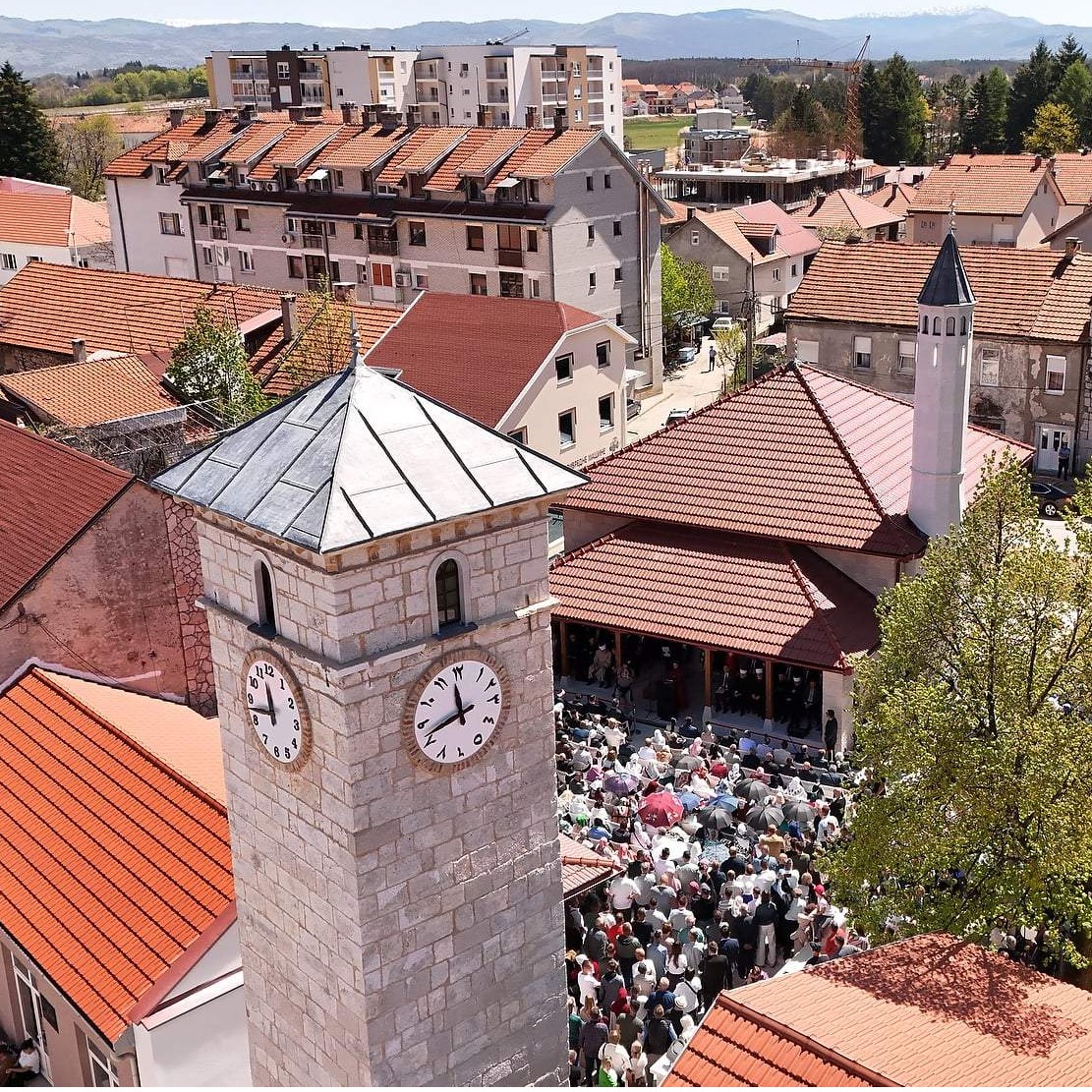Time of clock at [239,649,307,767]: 11:42
